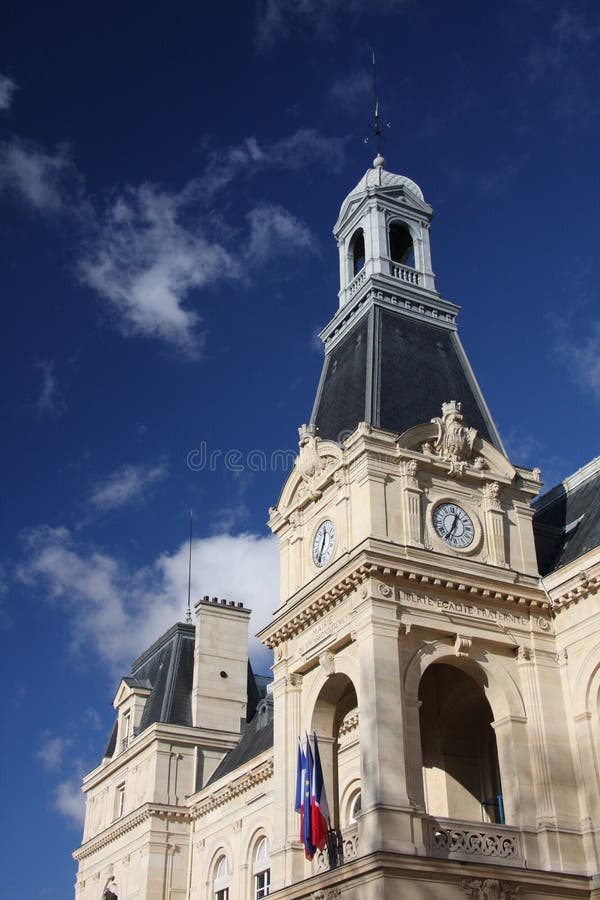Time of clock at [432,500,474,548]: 12:34
